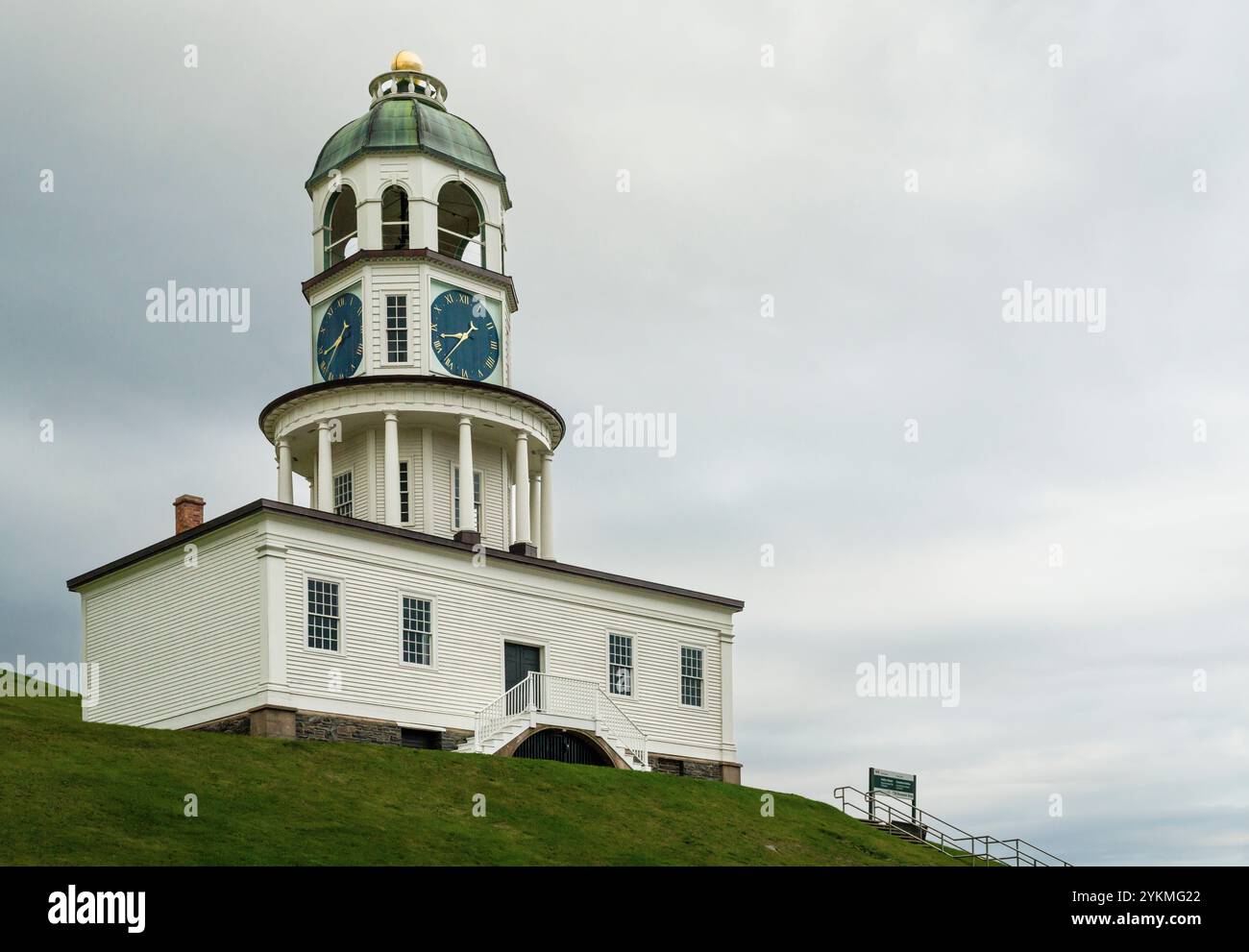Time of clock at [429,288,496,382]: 1:42
